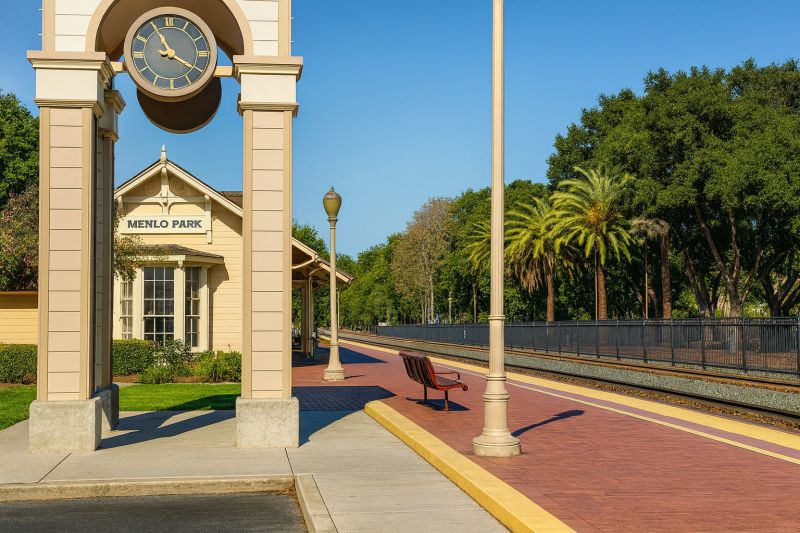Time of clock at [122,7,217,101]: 11:20
